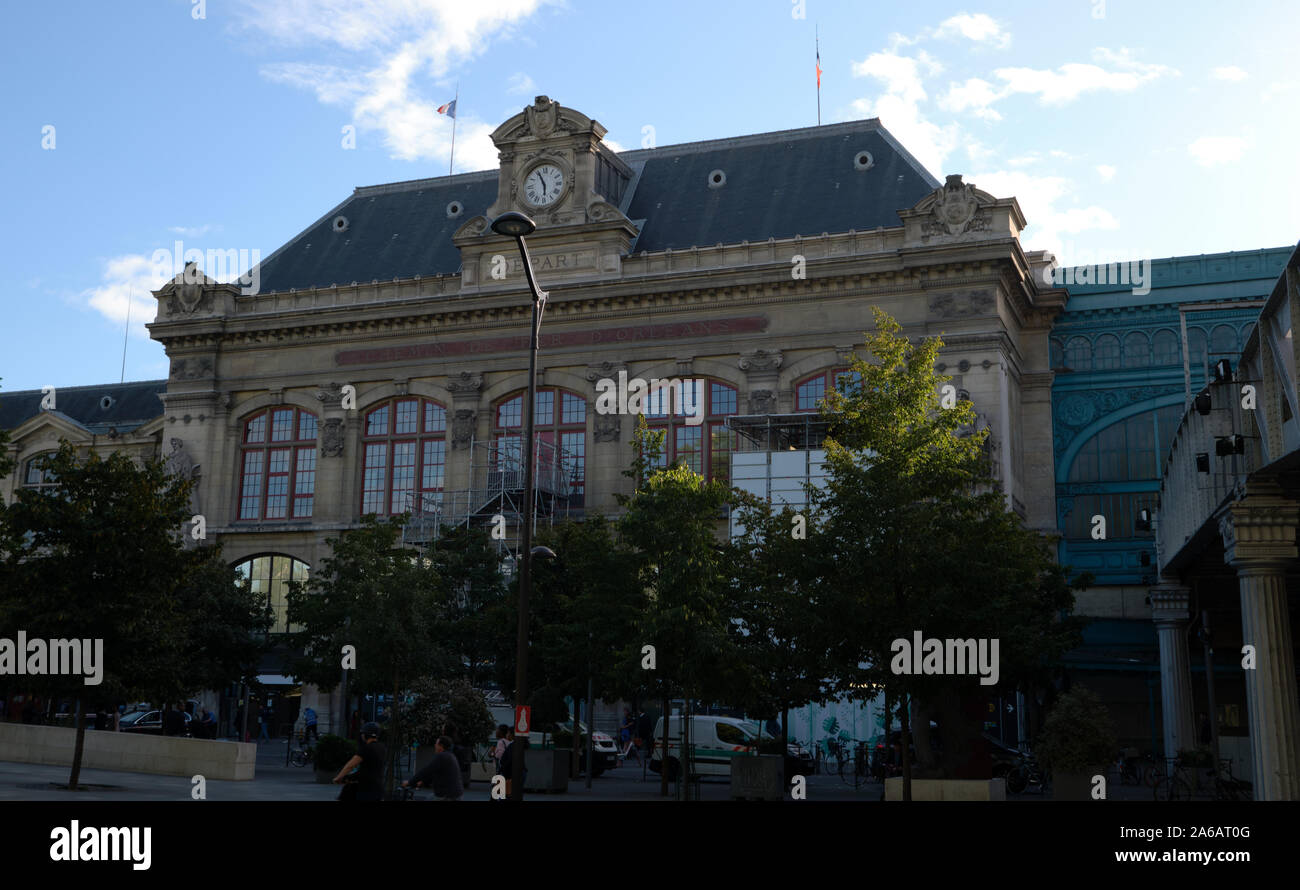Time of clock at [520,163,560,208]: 5:55
